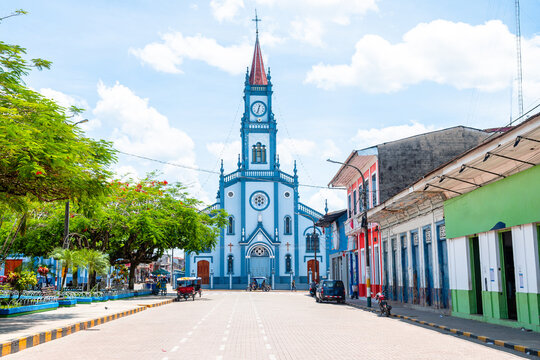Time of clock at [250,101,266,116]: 12:32
